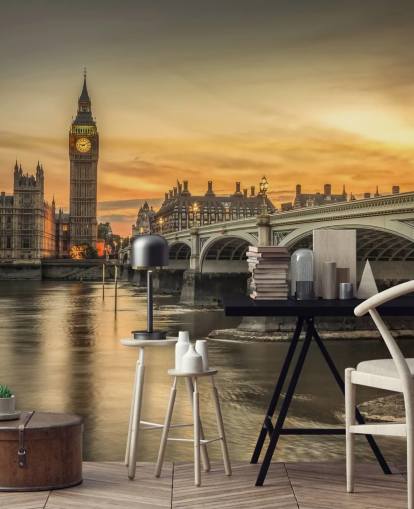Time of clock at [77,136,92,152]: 9:10
